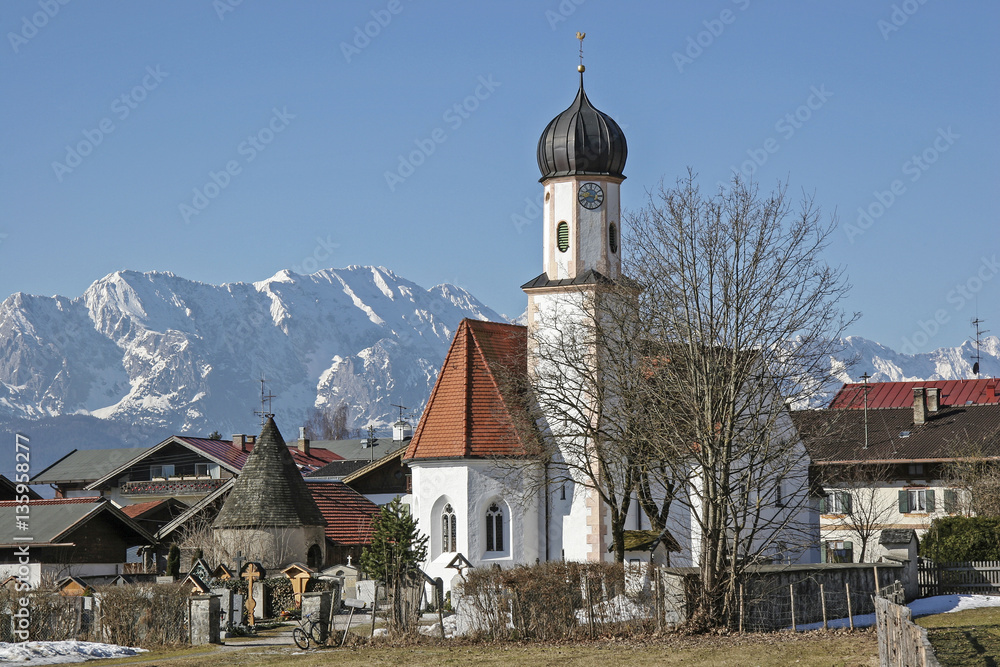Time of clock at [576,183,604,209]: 3:40
